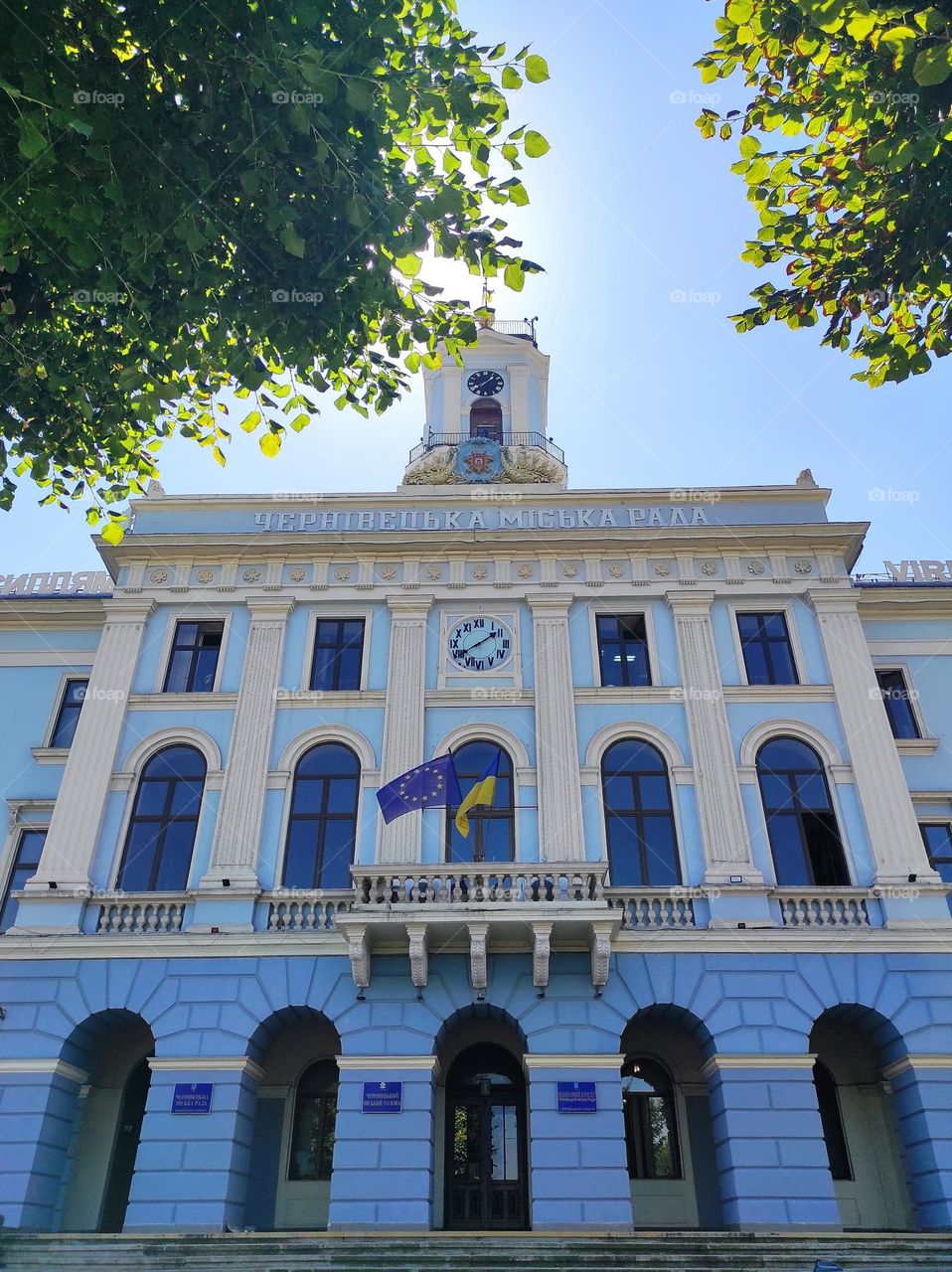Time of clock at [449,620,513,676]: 1:39
